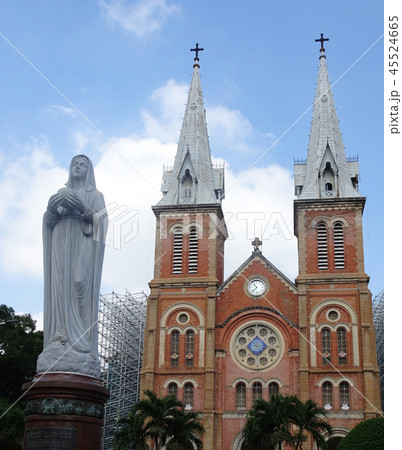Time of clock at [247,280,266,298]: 10:37
